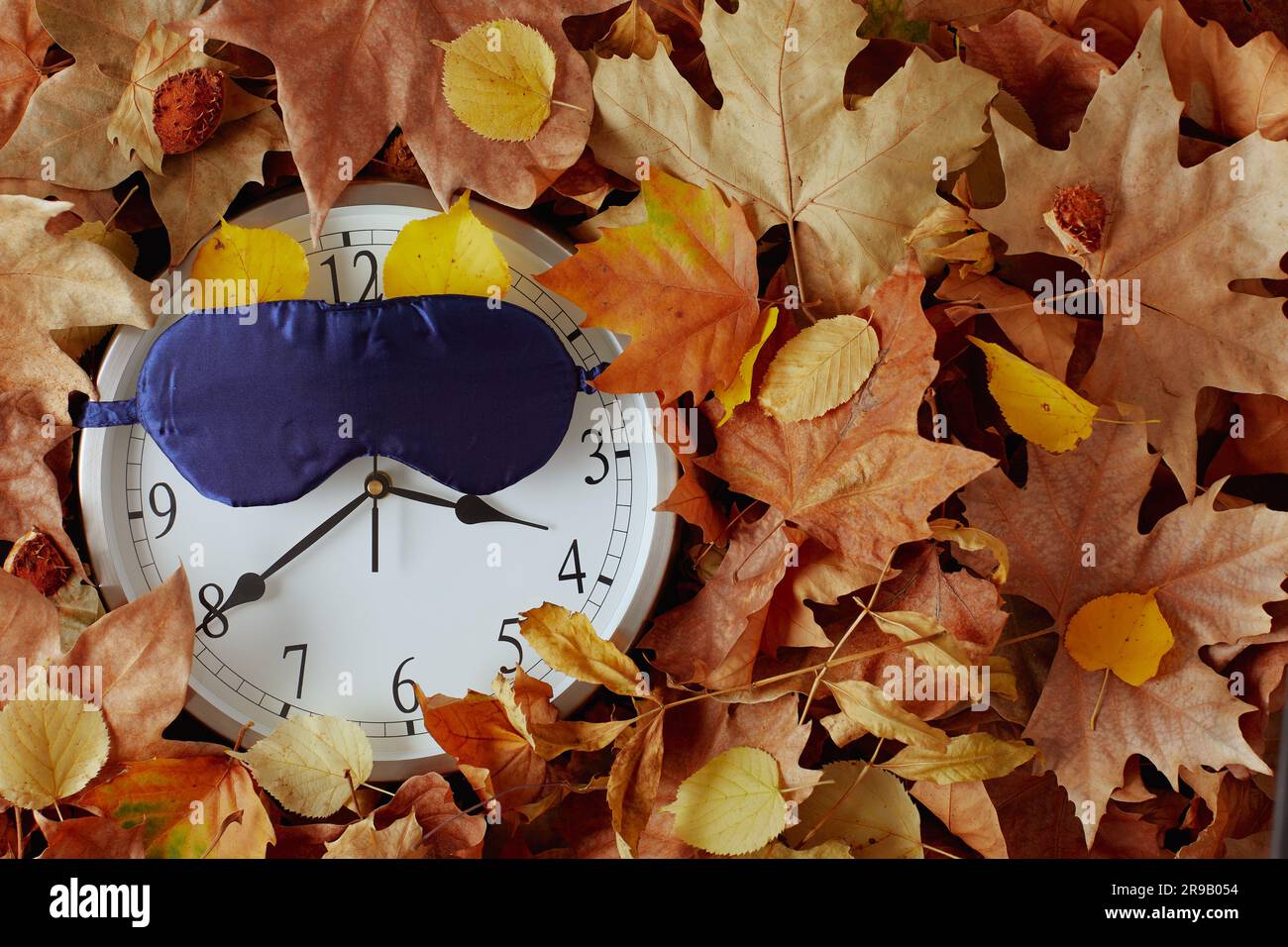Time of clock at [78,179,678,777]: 3:39
